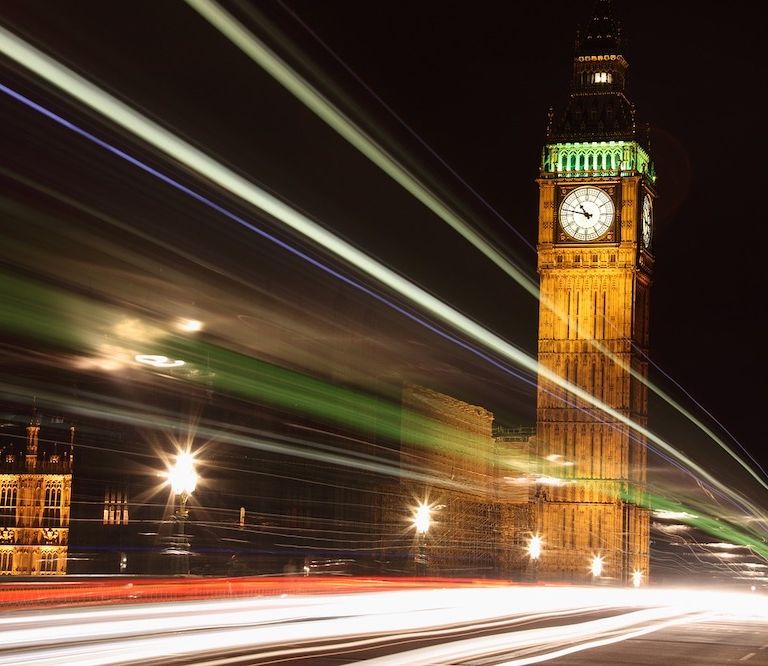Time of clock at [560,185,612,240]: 10:47
